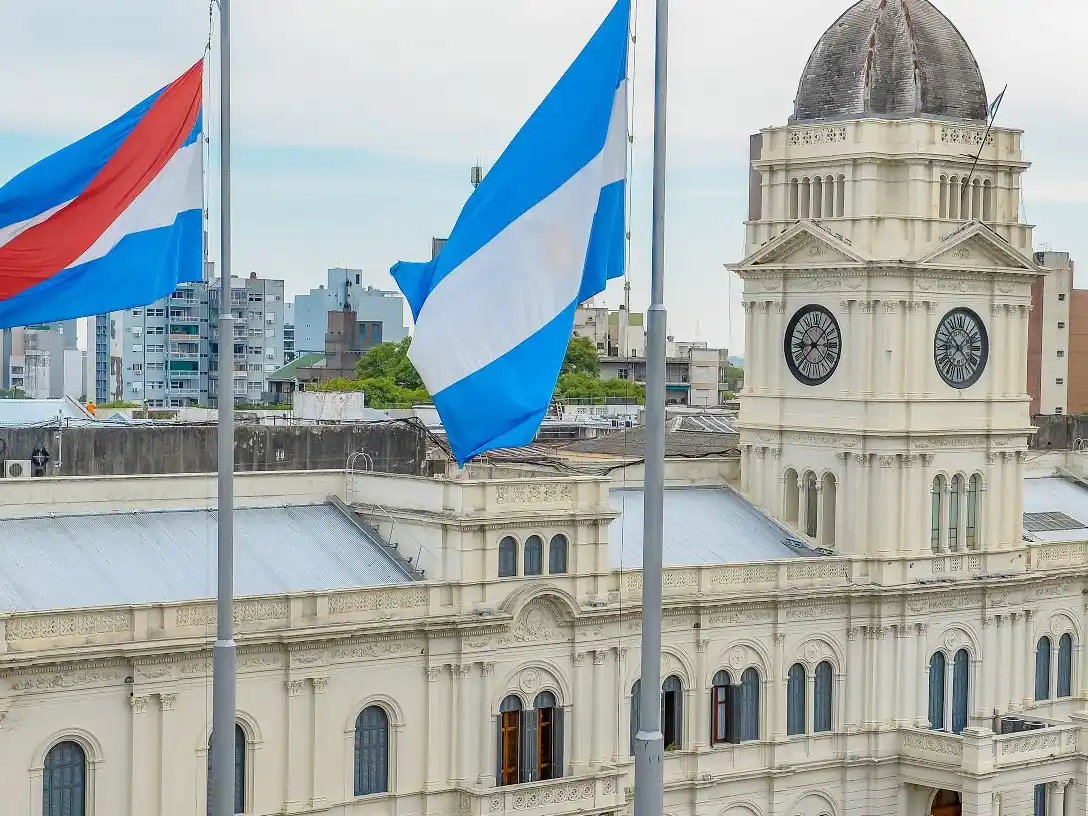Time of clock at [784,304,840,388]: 9:07
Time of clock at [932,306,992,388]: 10:22
